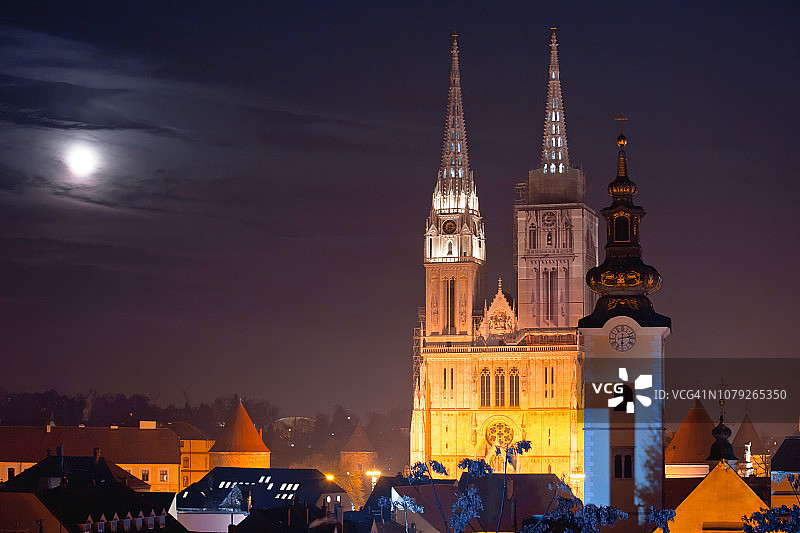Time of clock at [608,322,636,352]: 6:13
